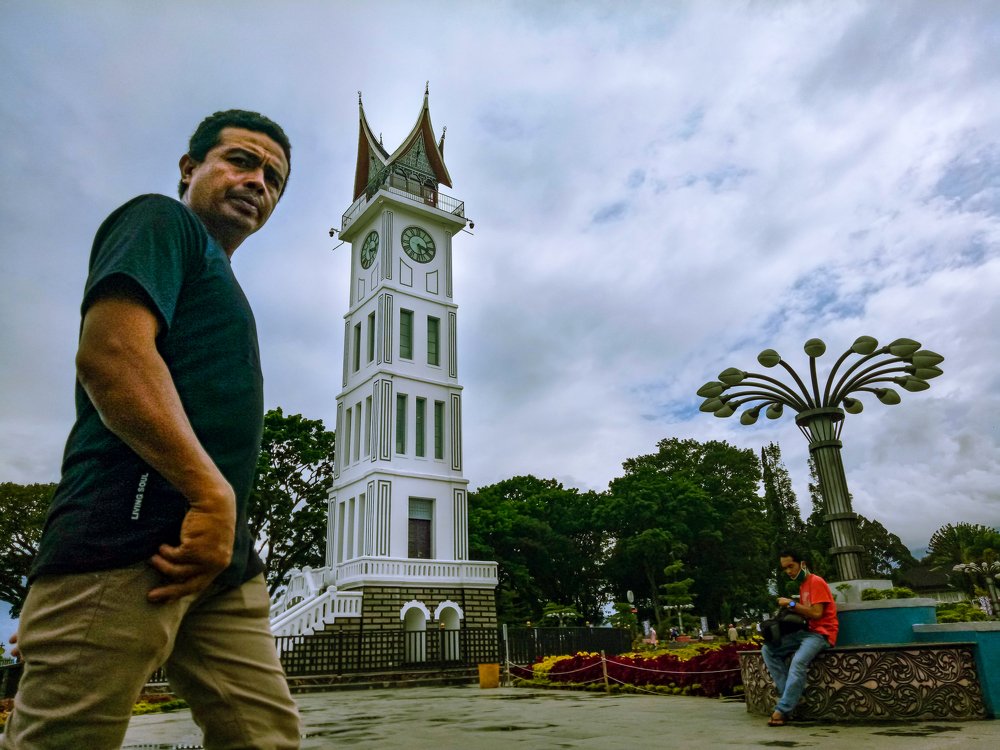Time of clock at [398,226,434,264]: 3:28
